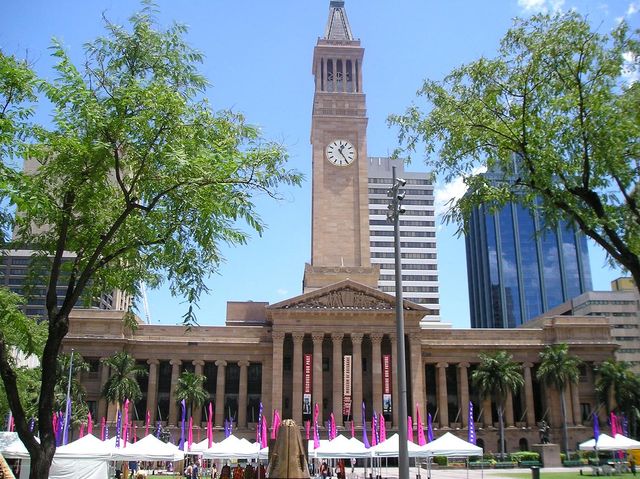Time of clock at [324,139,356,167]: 12:24
